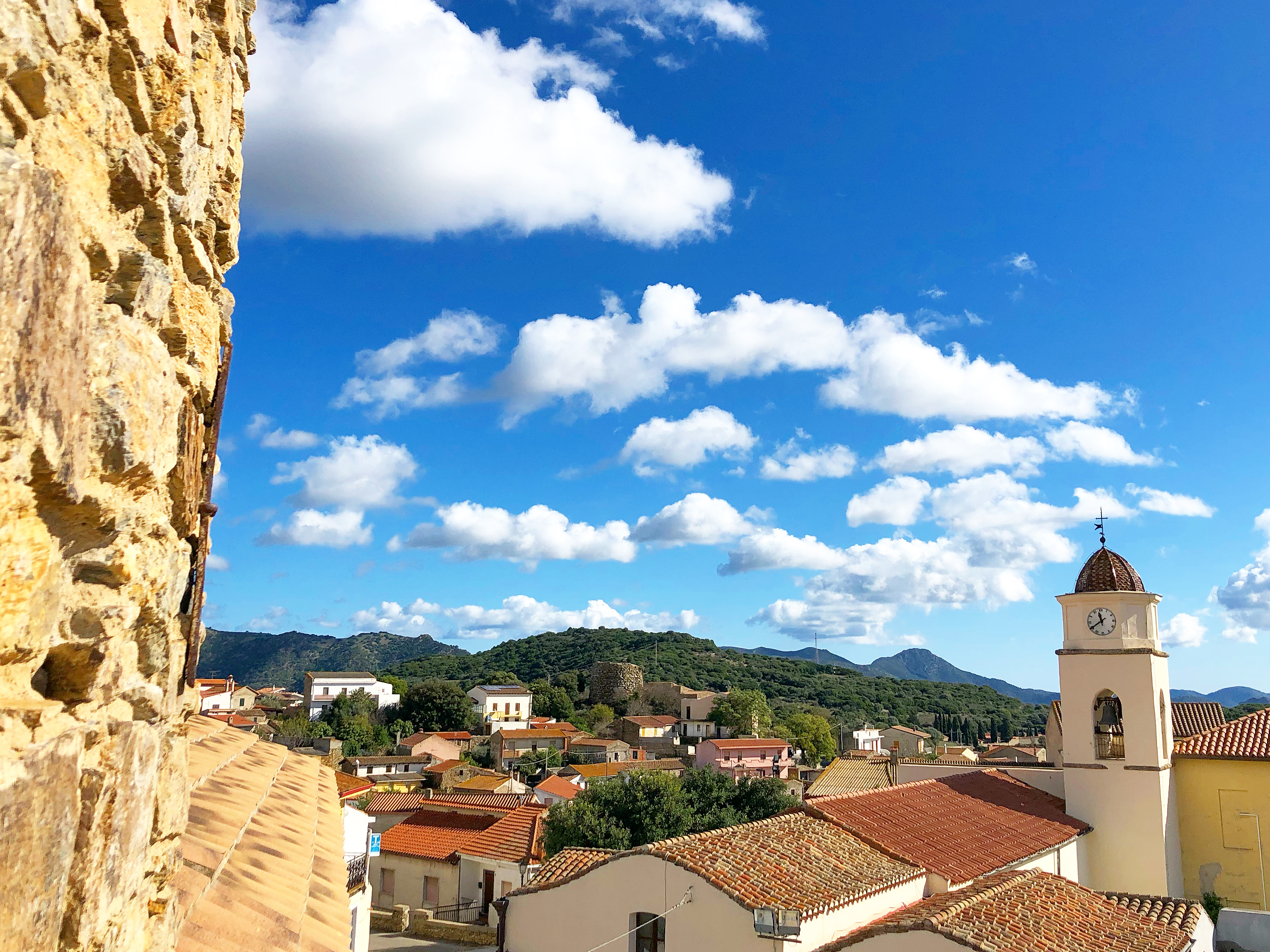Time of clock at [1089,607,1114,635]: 11:39
